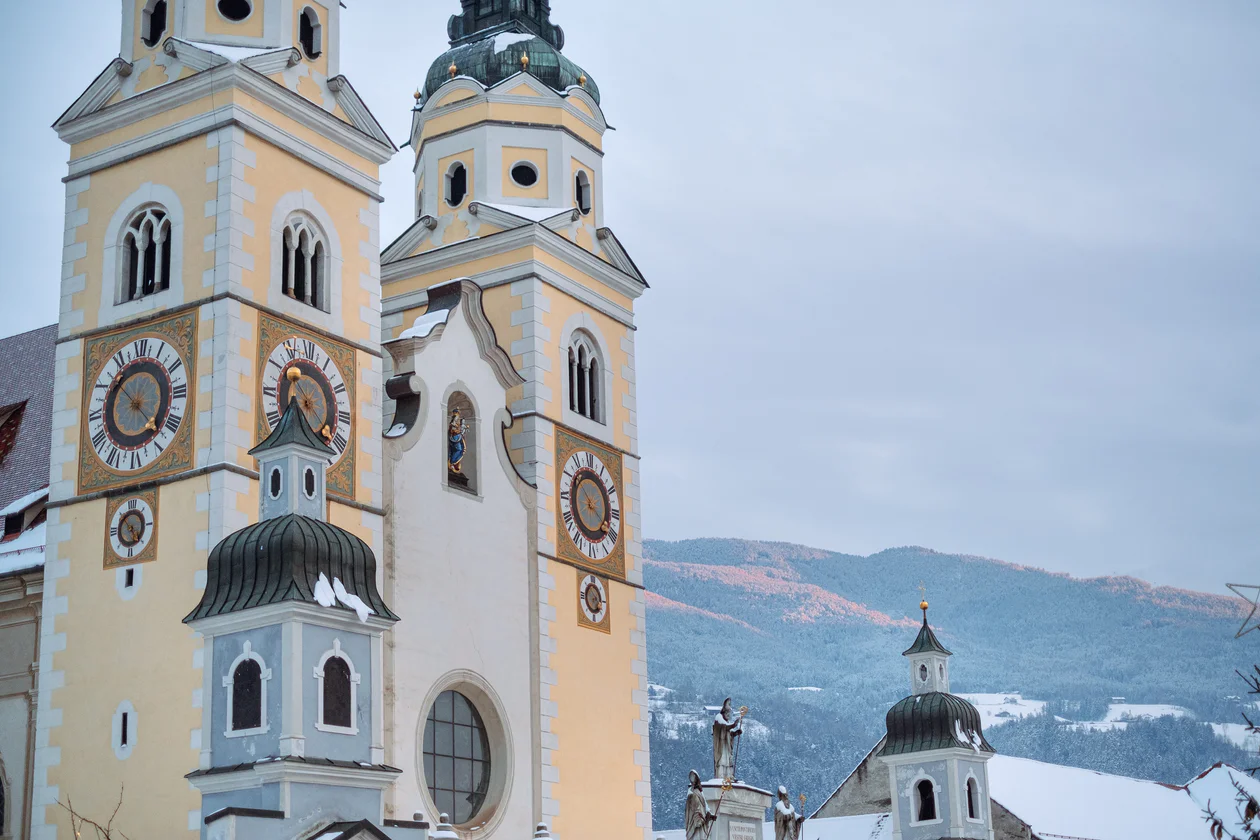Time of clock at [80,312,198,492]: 10:22
